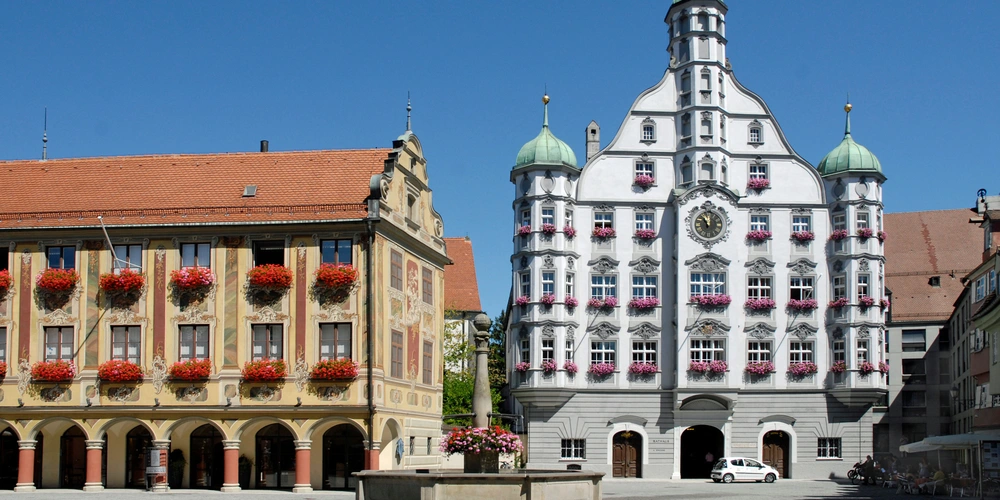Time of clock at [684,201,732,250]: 10:58
